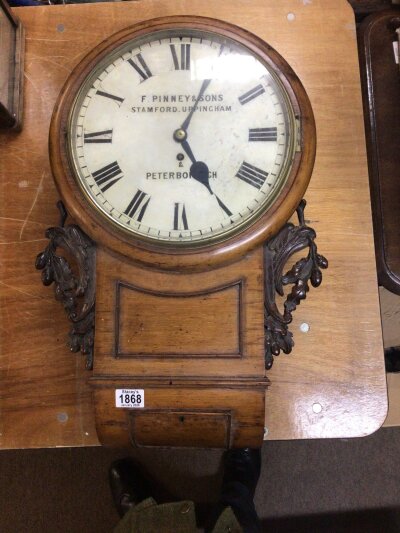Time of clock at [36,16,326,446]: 5:04
